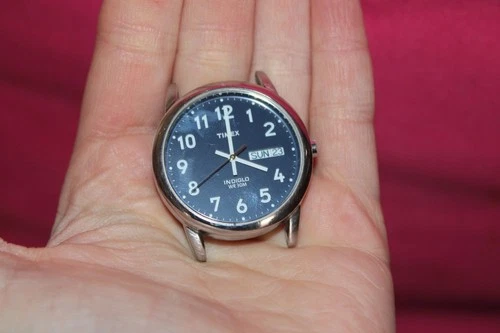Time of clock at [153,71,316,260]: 4:00
